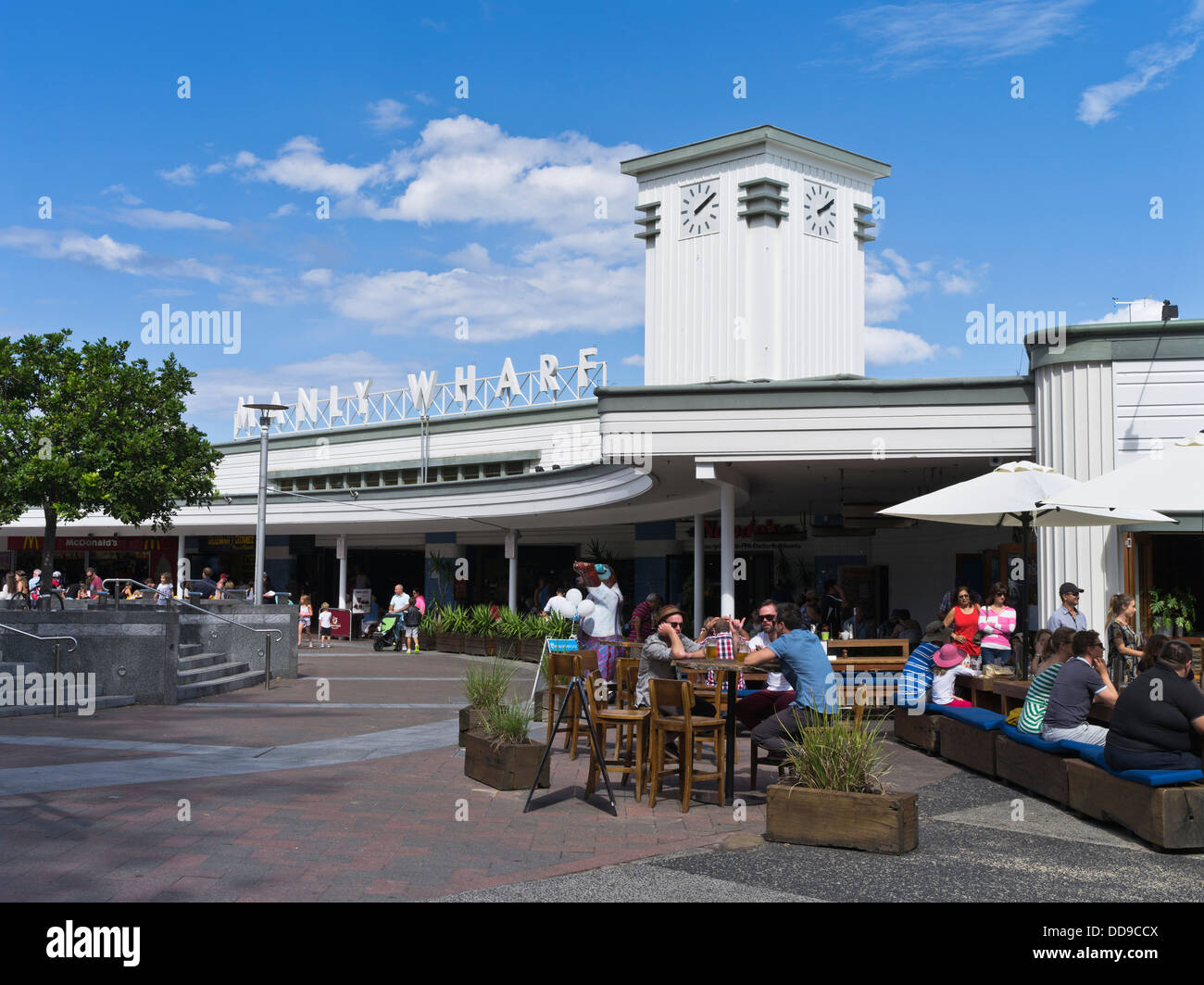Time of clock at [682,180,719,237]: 2:09
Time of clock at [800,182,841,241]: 2:09
